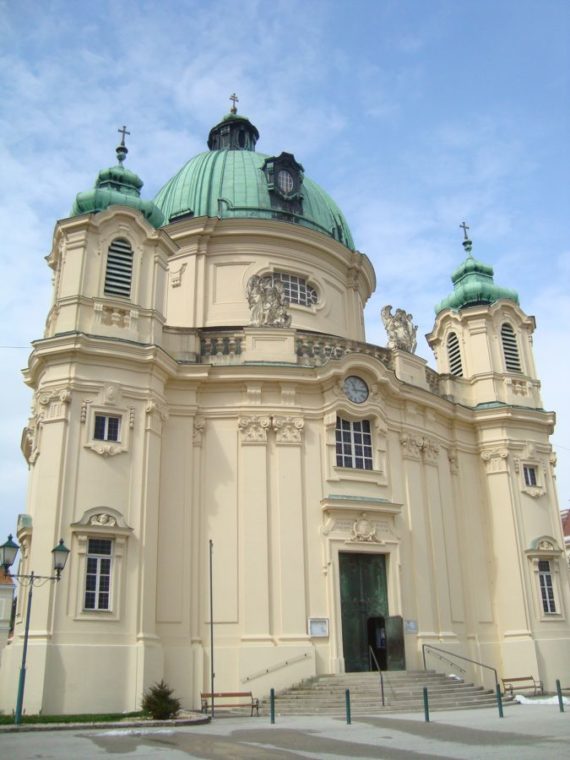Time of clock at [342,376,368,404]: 11:13
